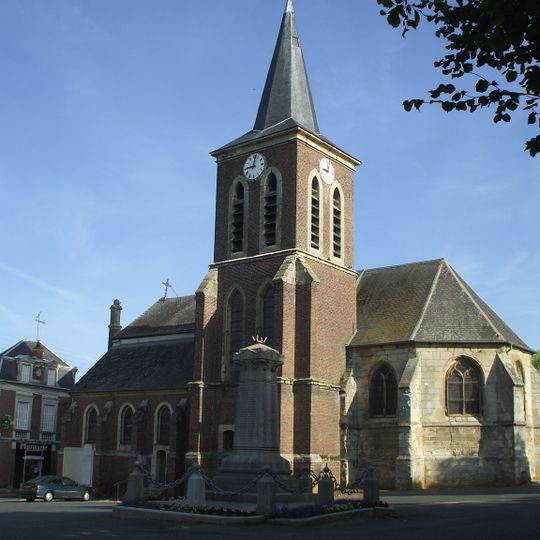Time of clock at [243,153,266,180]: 9:02
